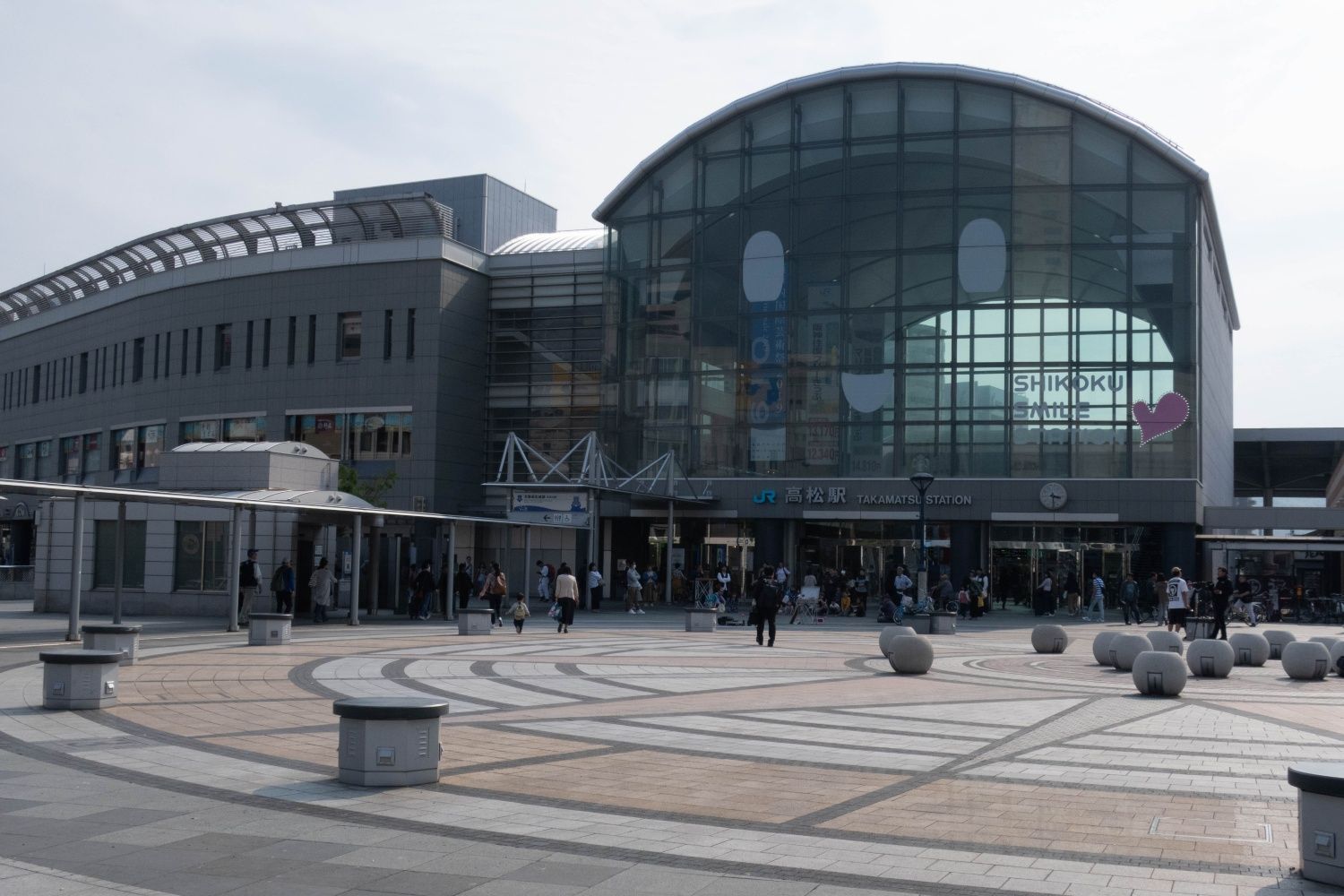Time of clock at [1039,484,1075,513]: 3:29
